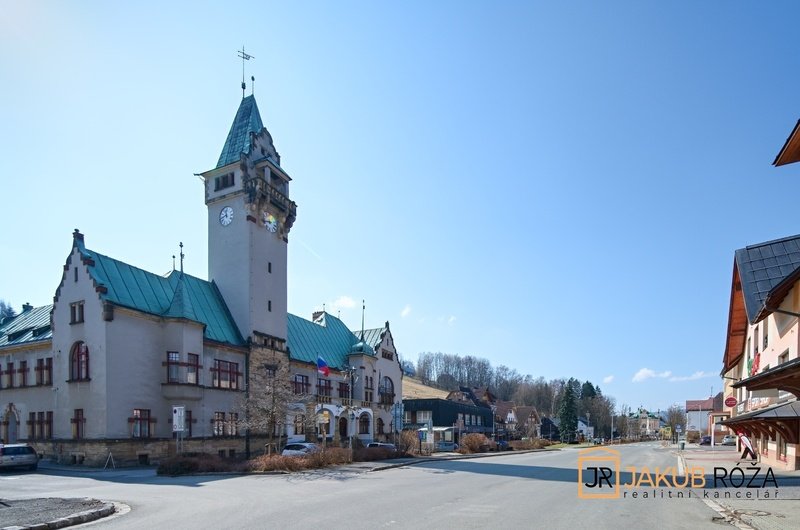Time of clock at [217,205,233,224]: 11:42
